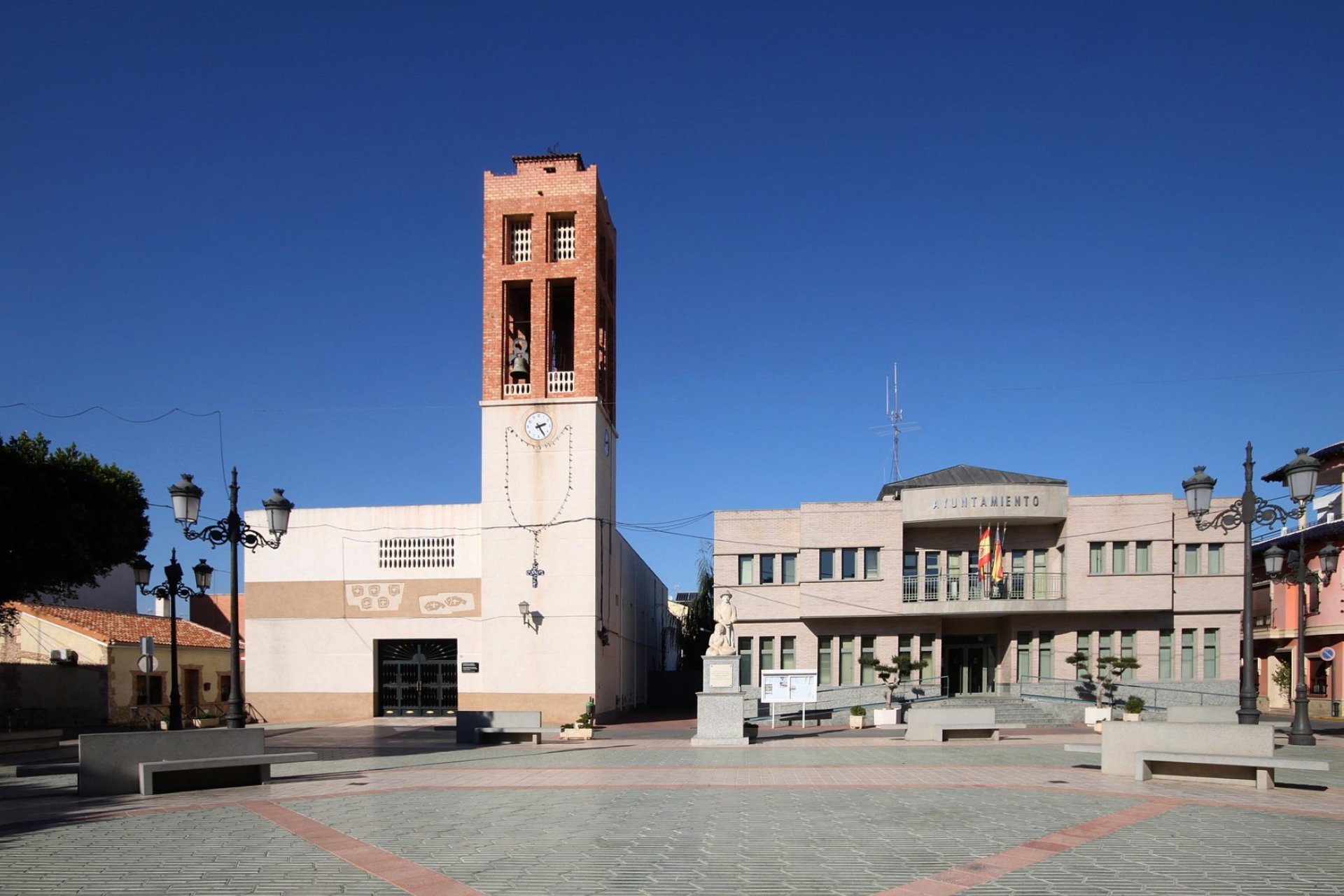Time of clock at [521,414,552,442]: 2:24
